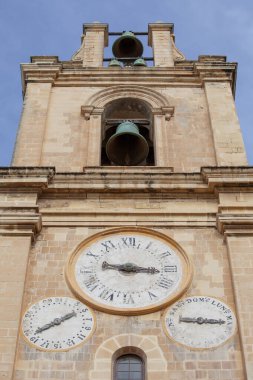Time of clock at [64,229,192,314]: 9:16
